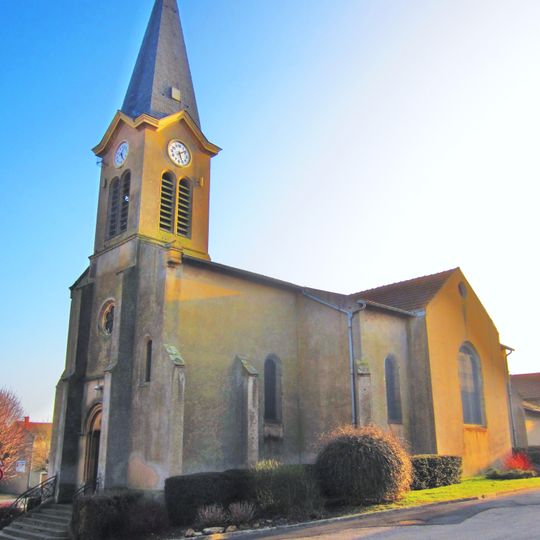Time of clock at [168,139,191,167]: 5:09
